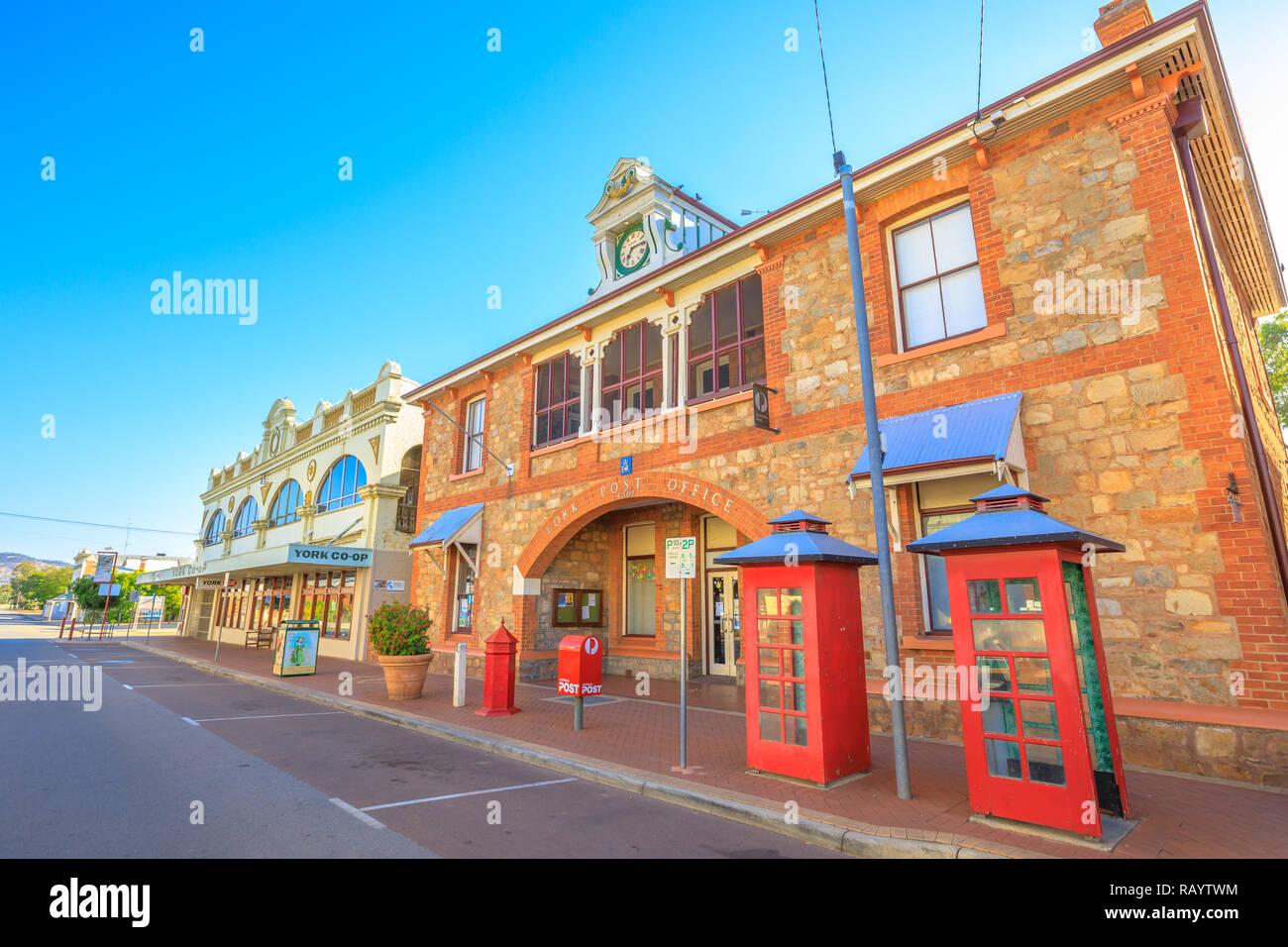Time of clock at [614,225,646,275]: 7:15
